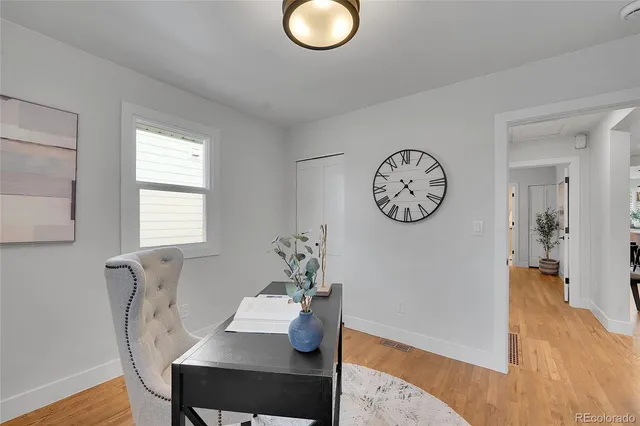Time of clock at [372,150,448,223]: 4:38
